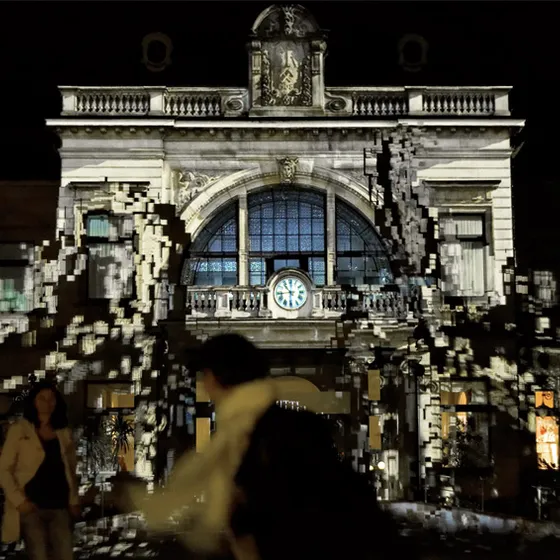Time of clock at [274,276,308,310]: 10:43
